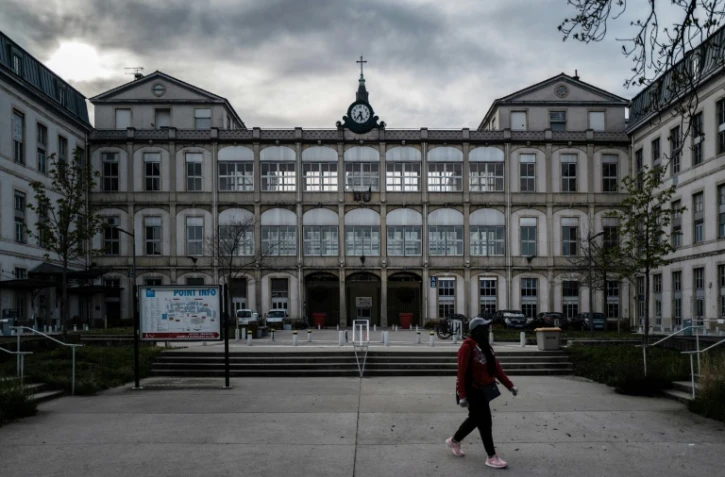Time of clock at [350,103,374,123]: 5:36
